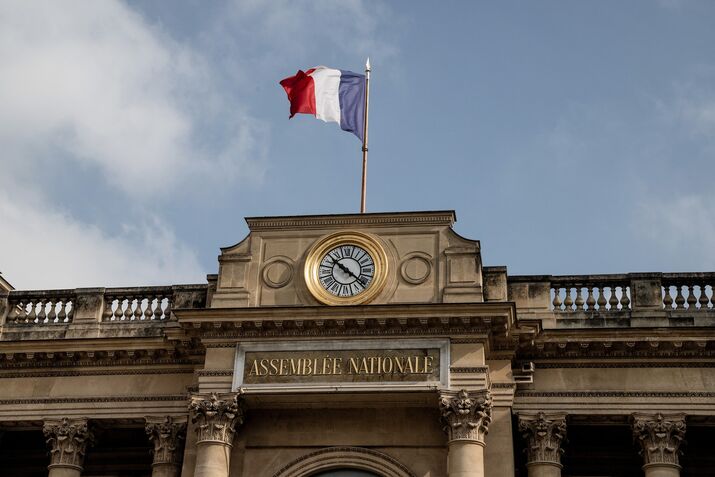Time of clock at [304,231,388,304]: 10:21
